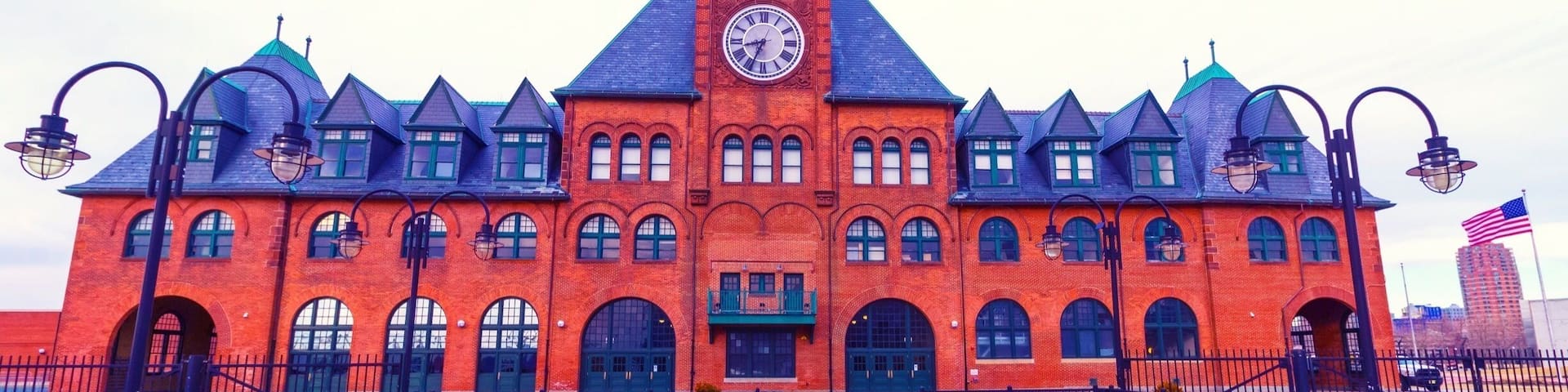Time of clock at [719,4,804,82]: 8:34
